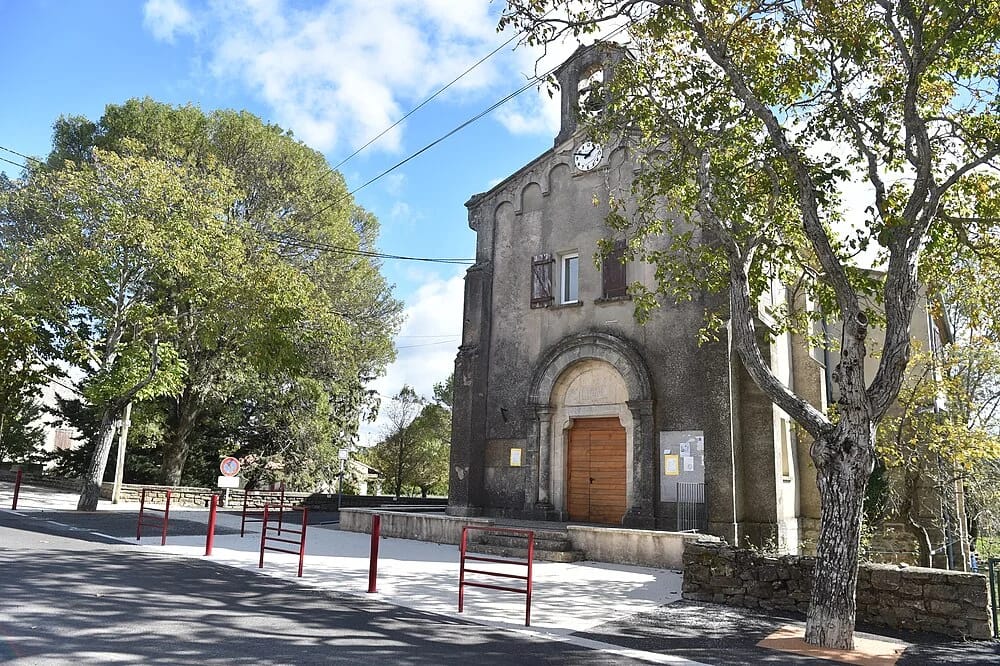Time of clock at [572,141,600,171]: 1:47
